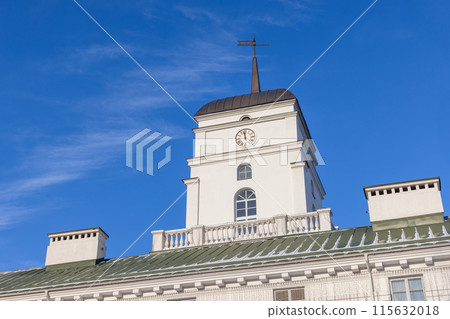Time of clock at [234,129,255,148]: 11:58
